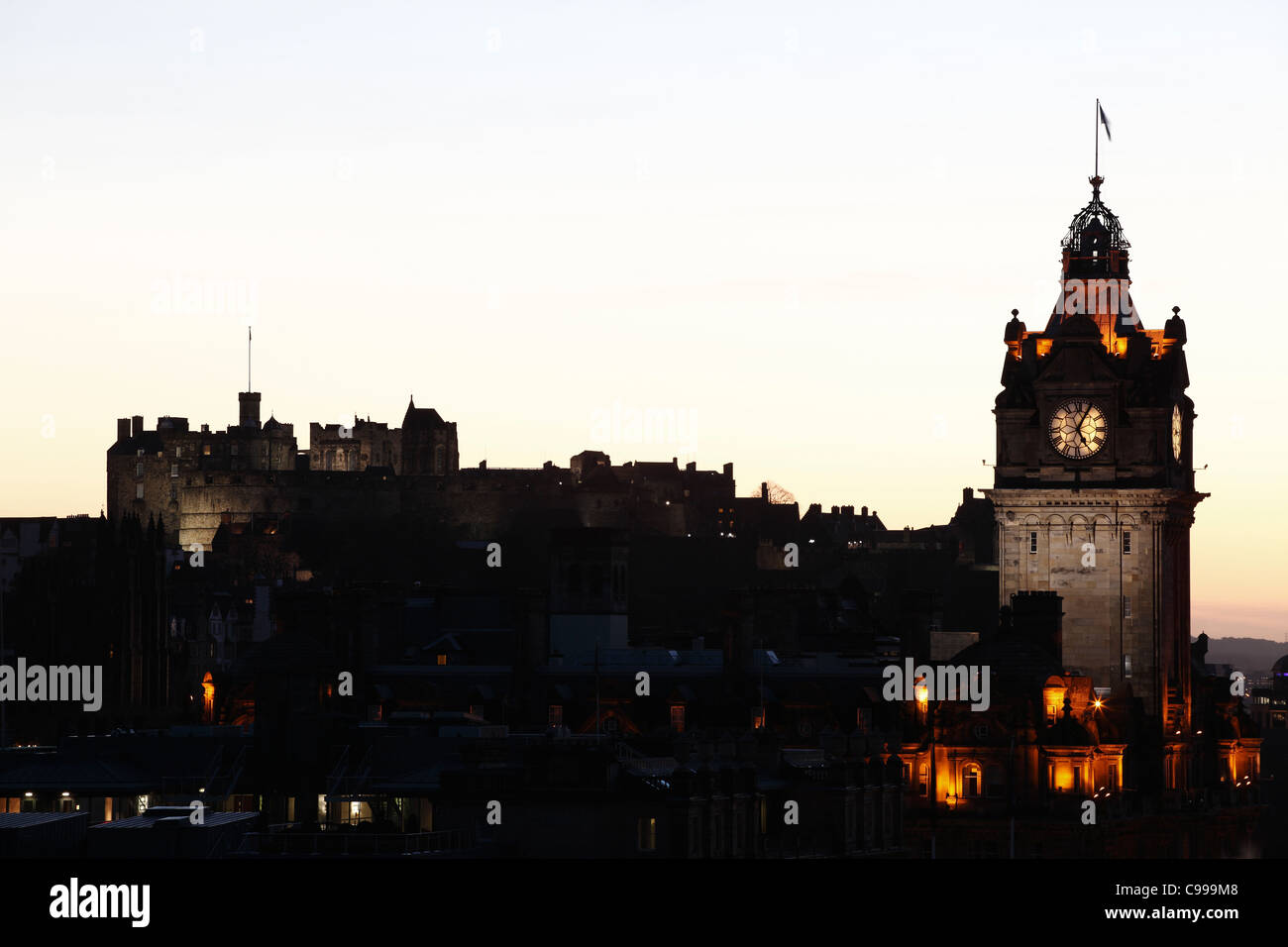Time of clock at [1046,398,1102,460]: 5:04
